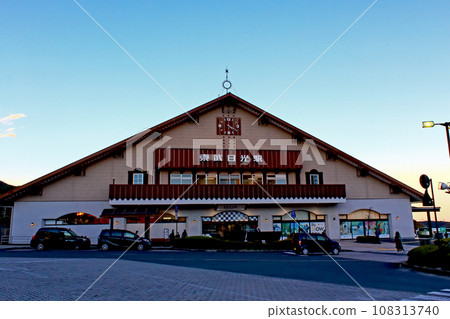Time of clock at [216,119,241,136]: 4:19
